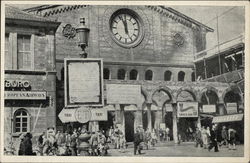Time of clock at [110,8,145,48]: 11:56
